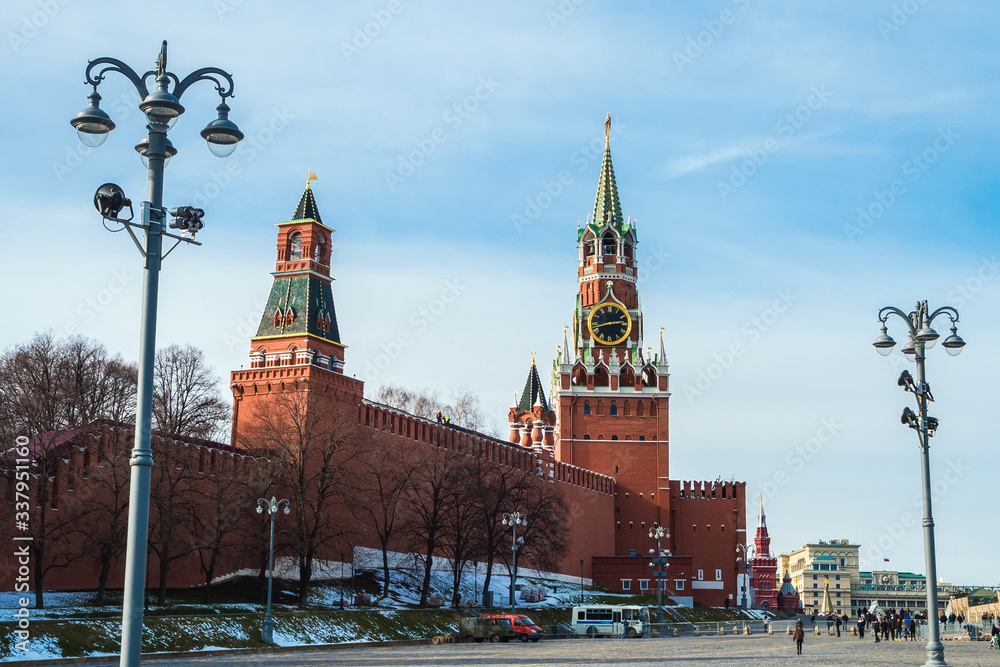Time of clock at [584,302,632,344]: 2:42
